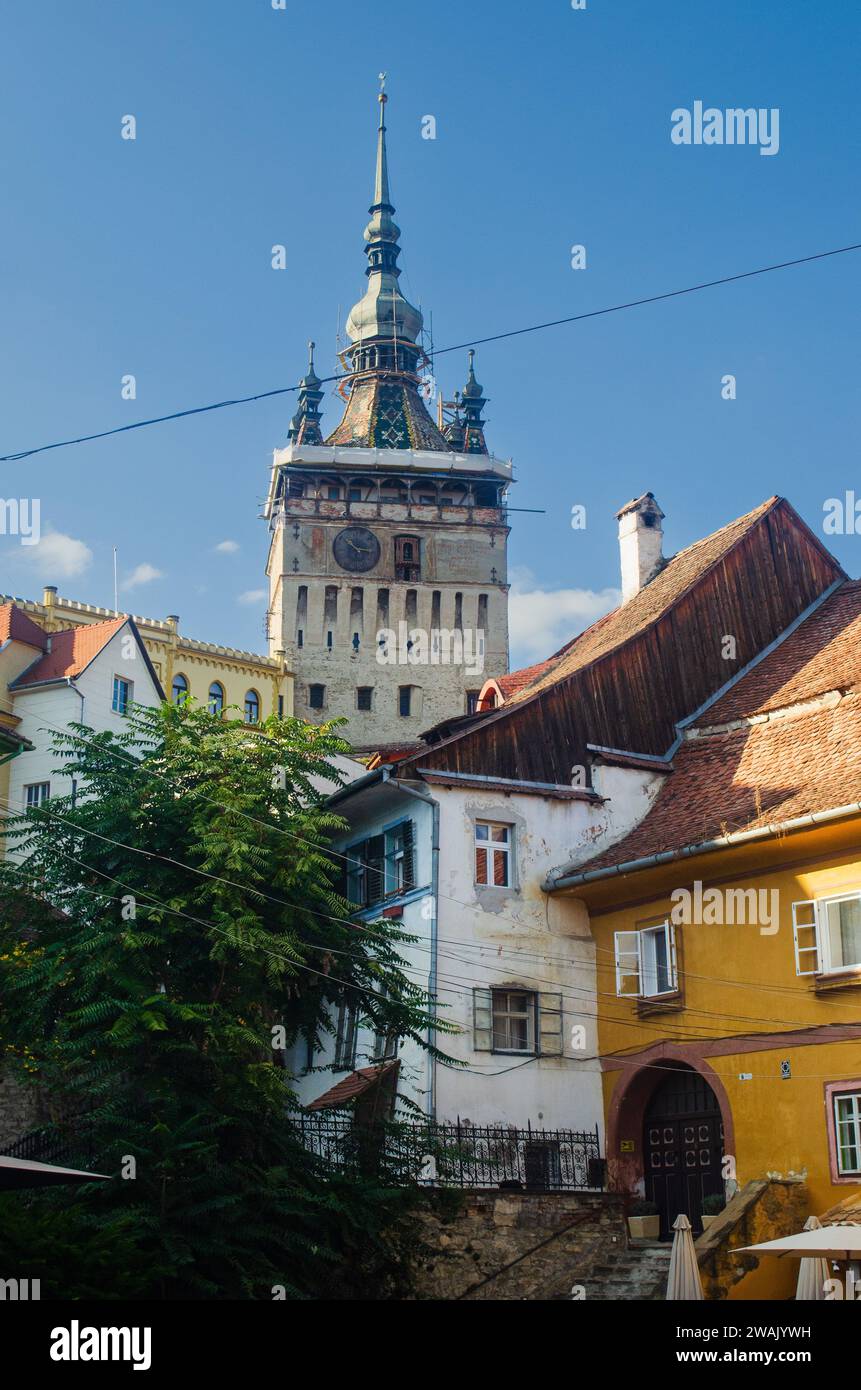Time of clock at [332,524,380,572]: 10:16
